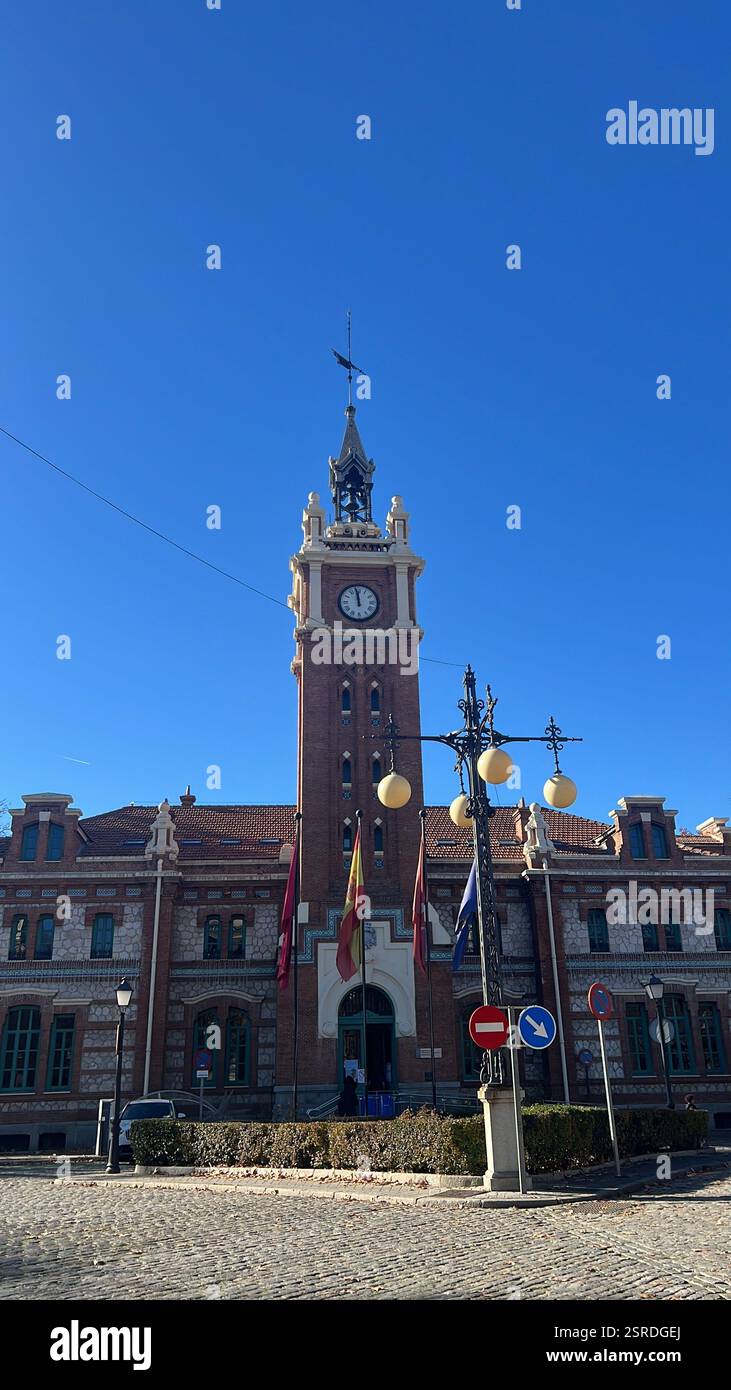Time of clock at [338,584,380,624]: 11:58
